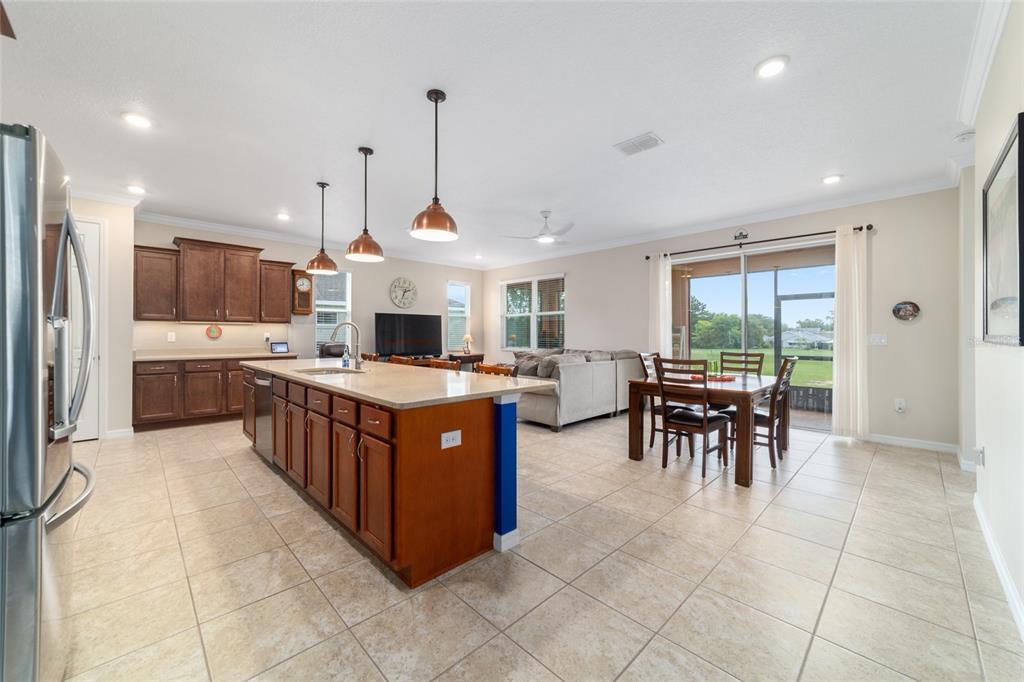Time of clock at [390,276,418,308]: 2:33
